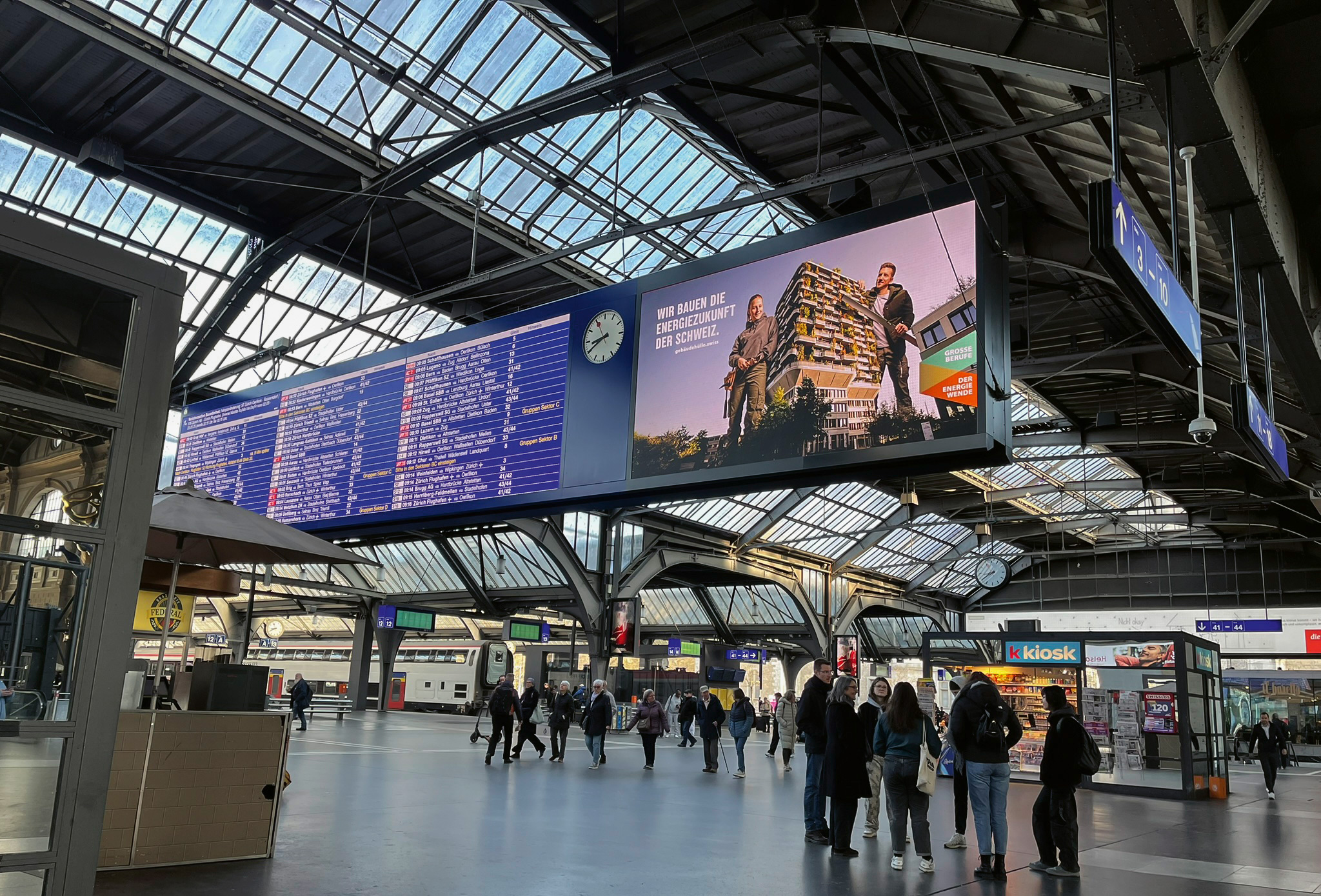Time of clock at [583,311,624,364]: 8:39
